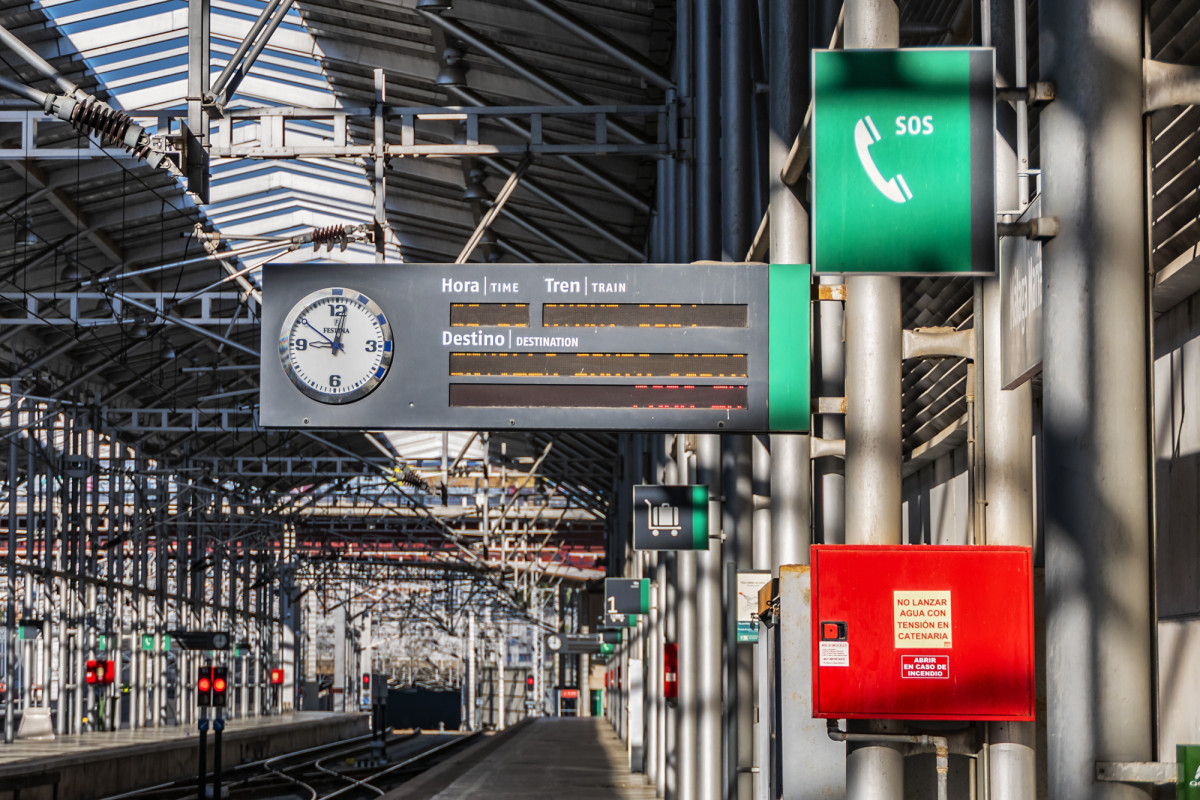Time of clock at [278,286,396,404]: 9:01
